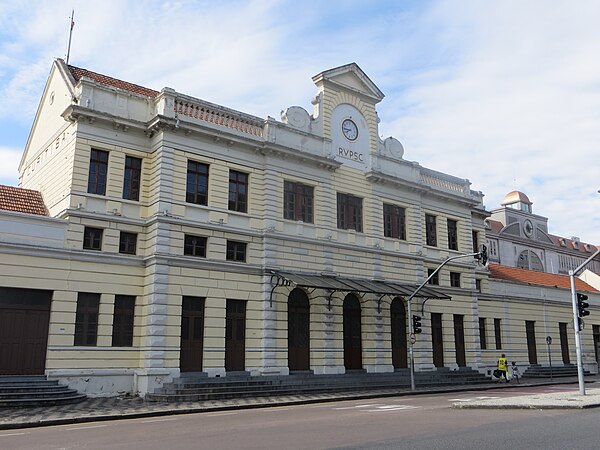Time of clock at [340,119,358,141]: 7:44
